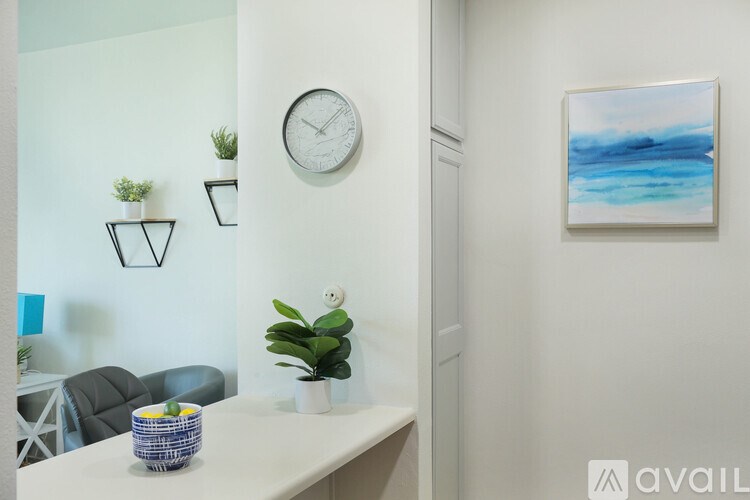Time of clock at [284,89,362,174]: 10:07
